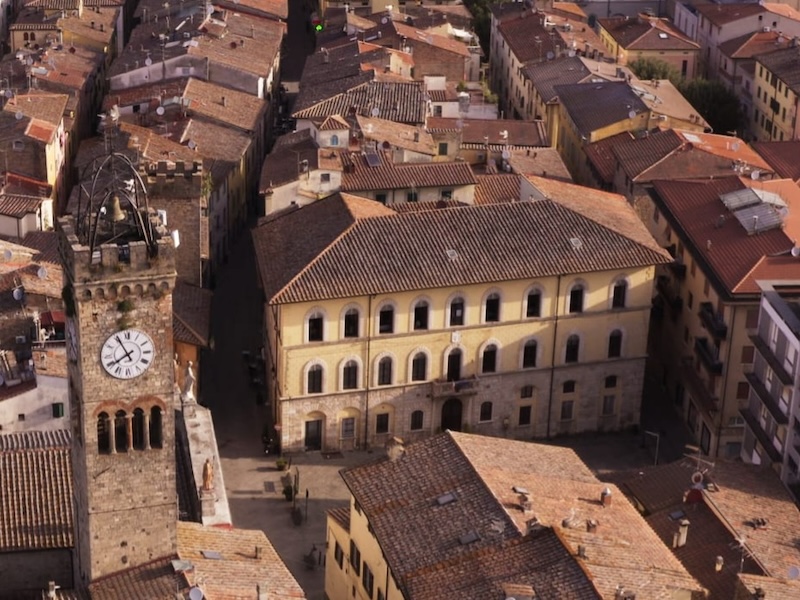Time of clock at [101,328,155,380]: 7:54
